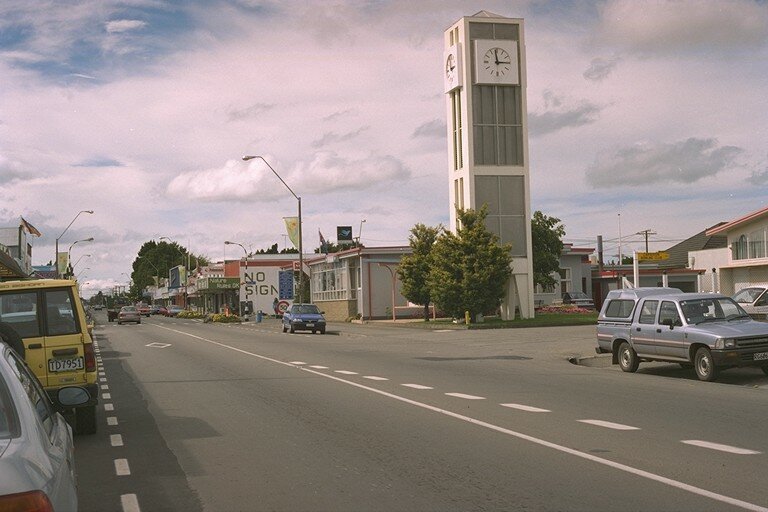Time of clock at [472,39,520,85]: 2:58
